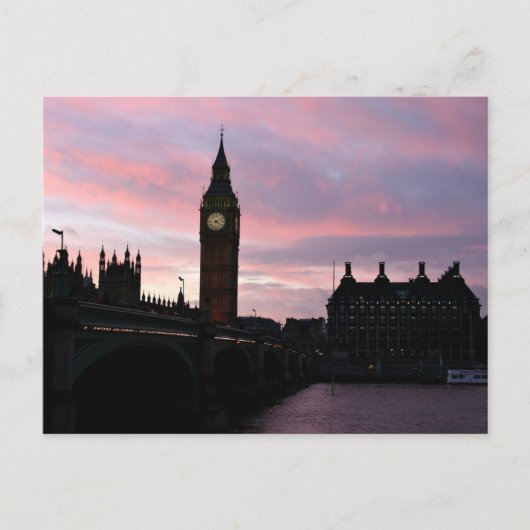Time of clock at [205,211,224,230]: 4:11
